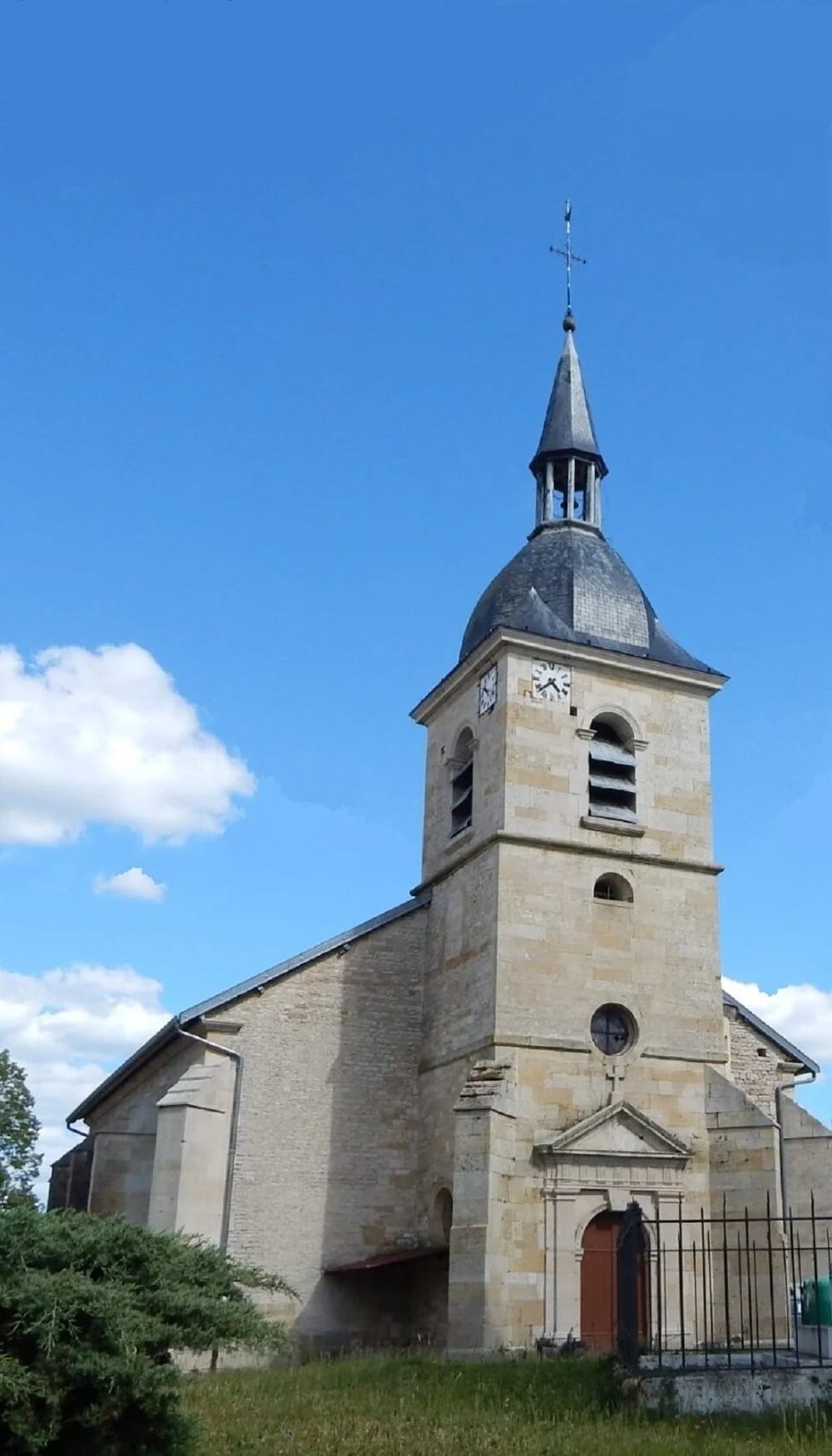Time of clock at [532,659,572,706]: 4:37
